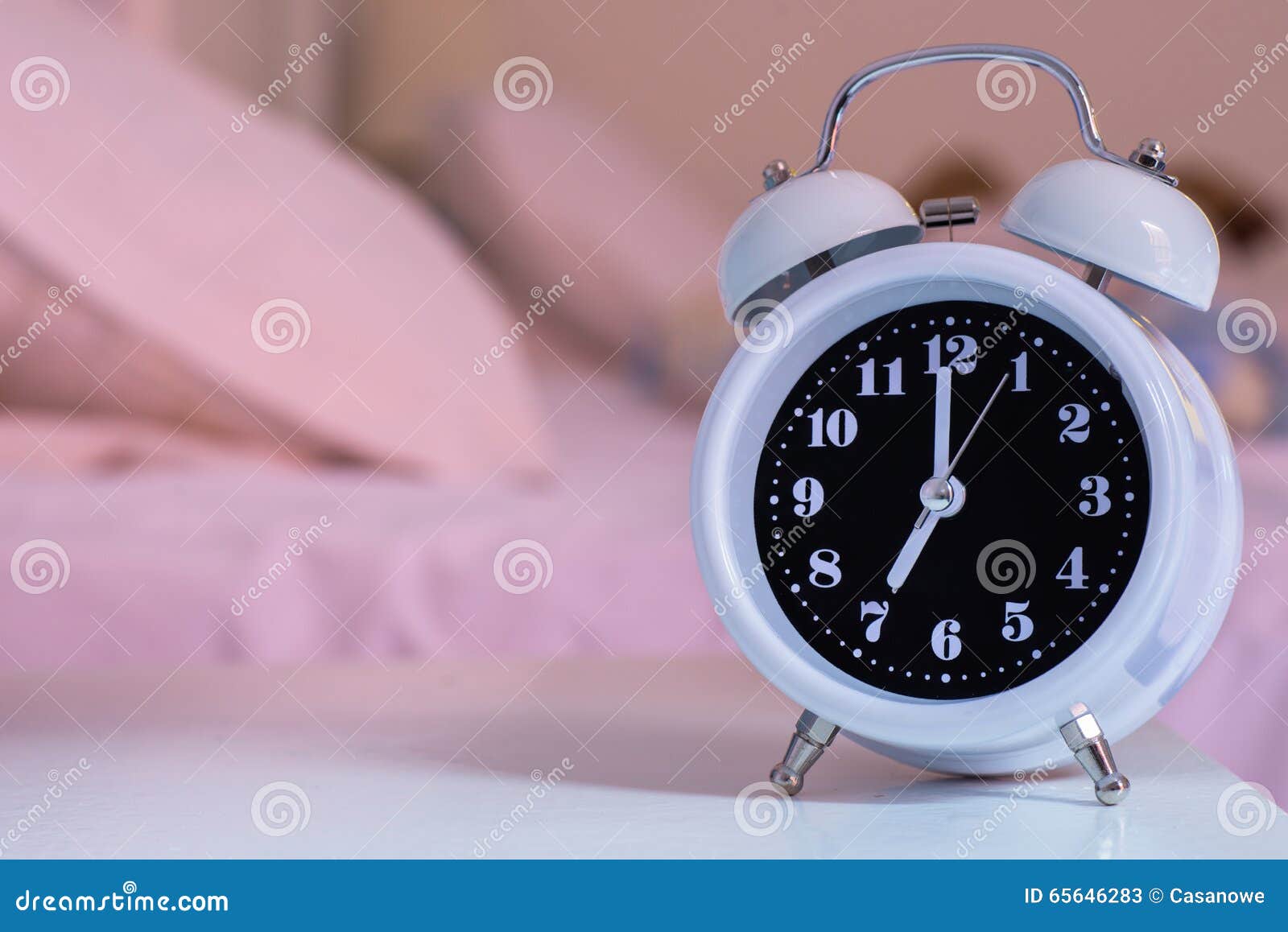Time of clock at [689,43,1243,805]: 7:00
